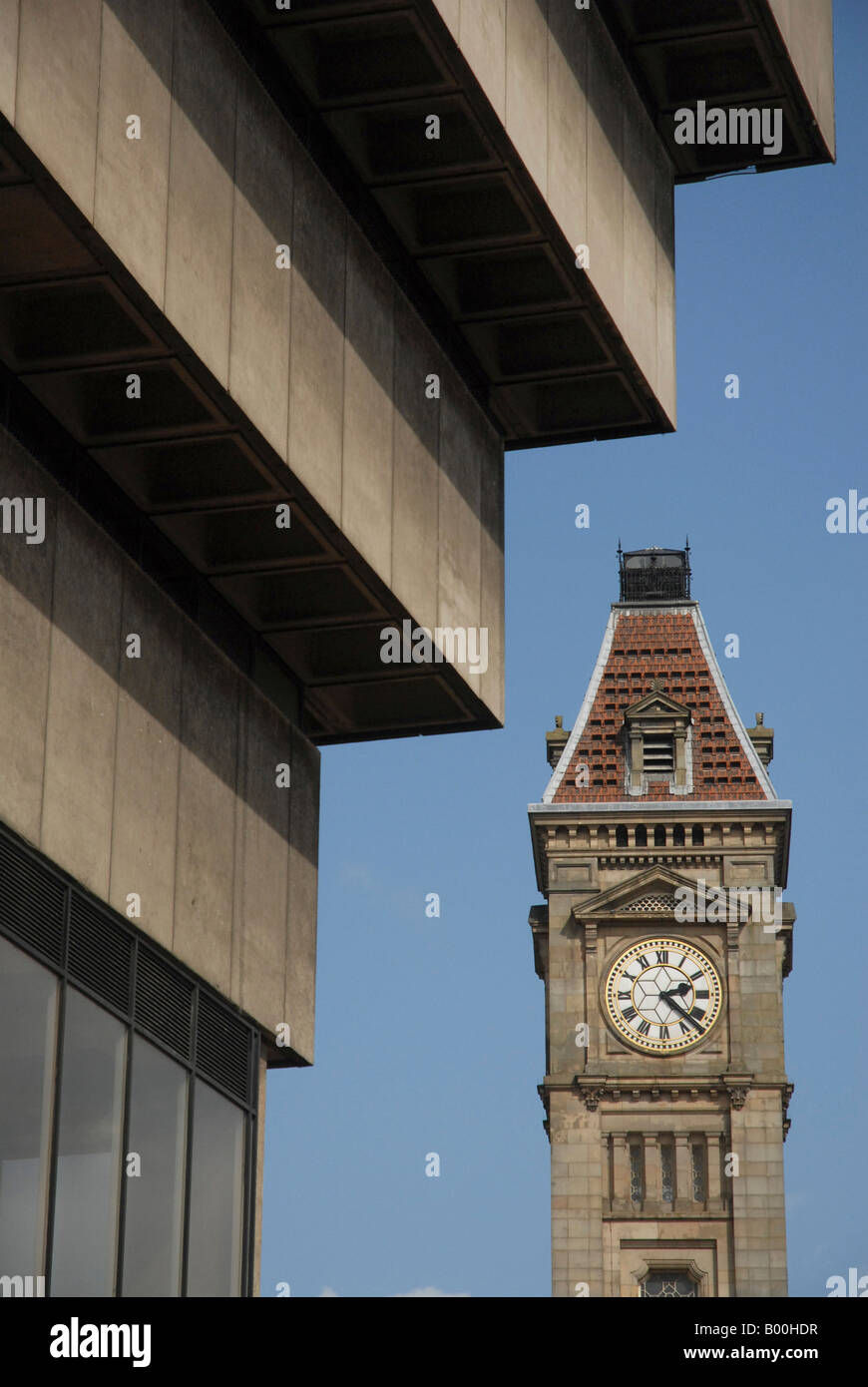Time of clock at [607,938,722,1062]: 2:22
